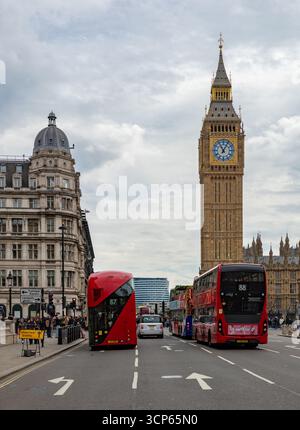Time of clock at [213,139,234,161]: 11:04
